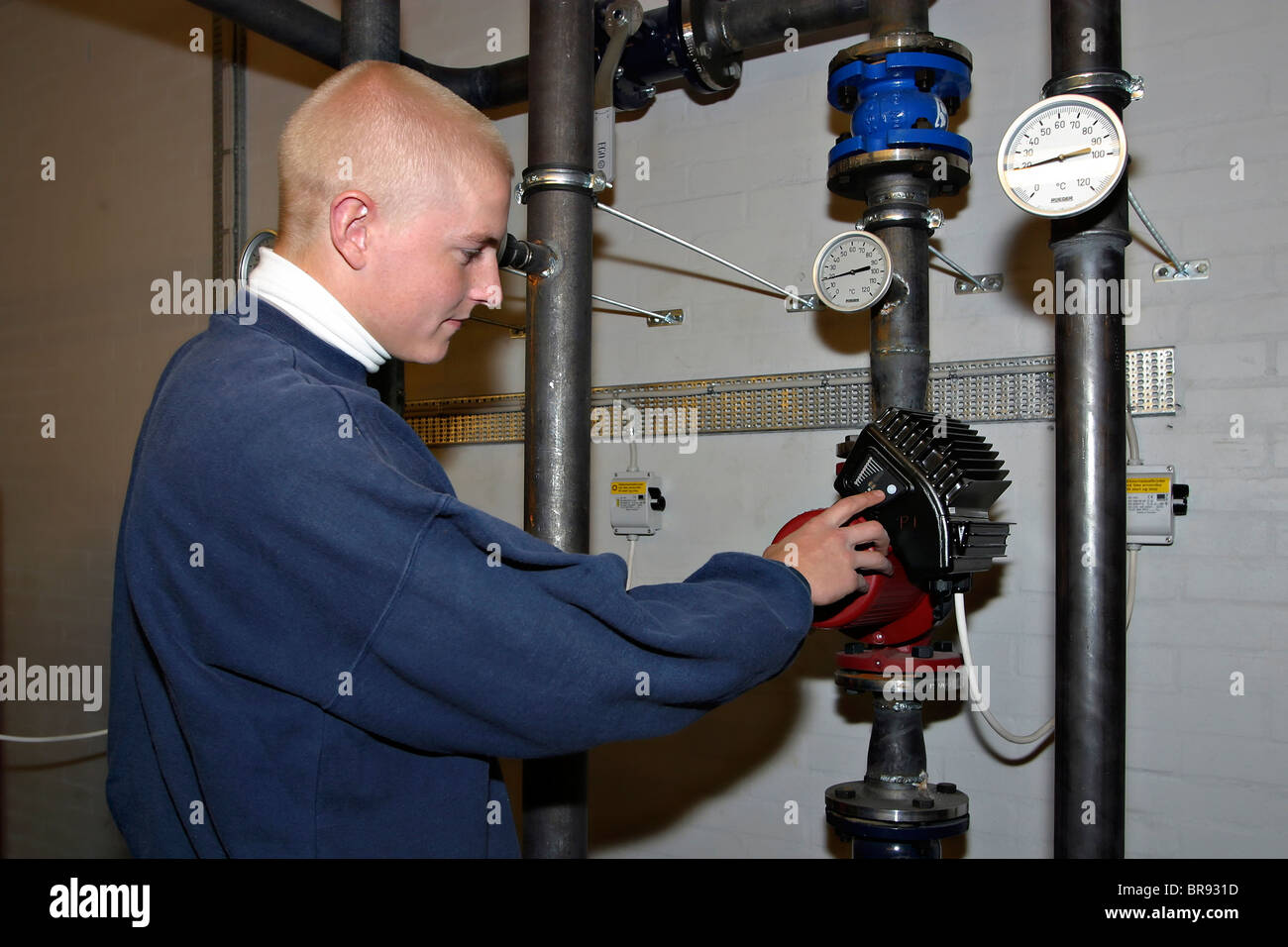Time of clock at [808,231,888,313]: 2:45
